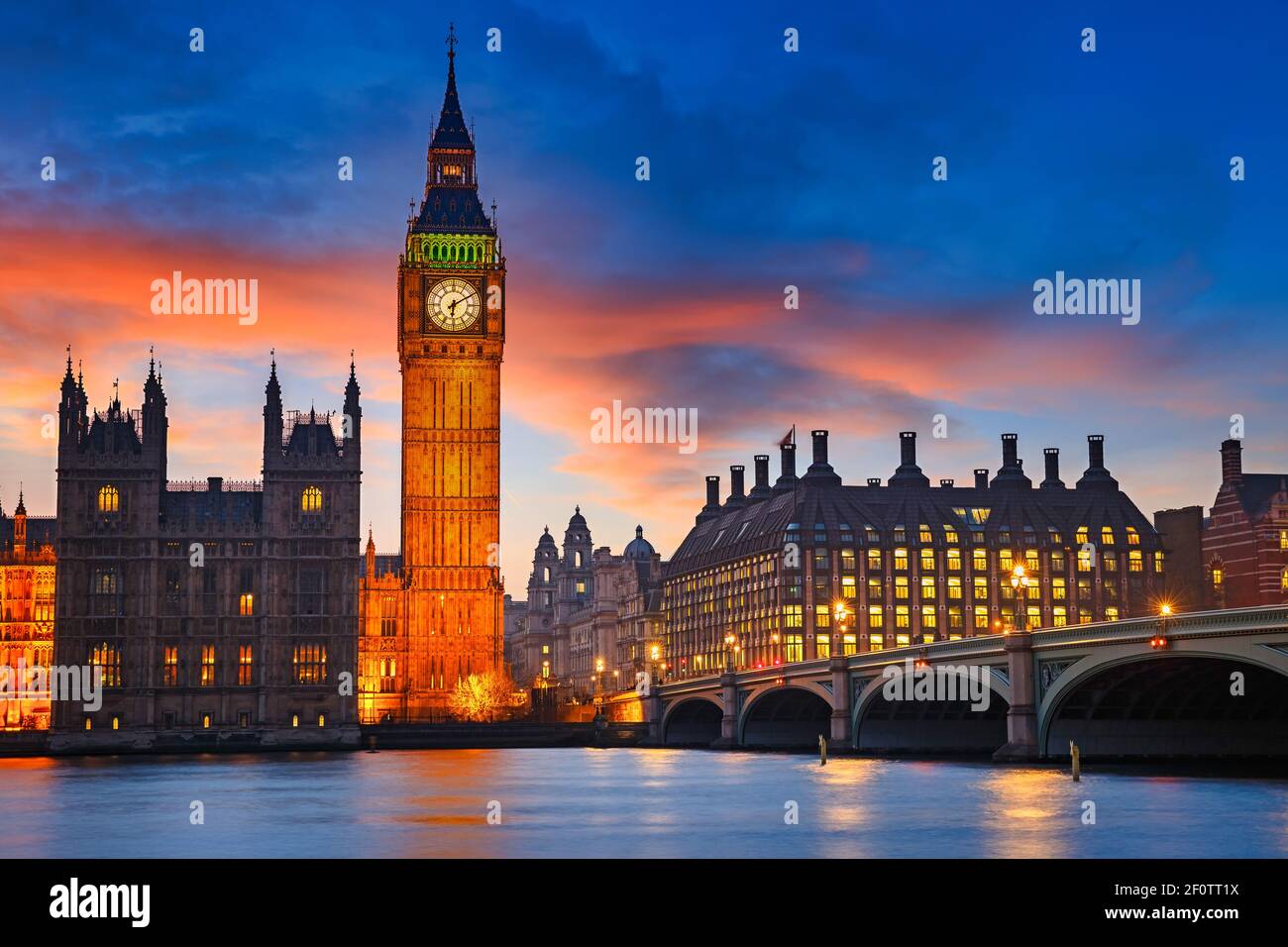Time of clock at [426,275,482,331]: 6:10
